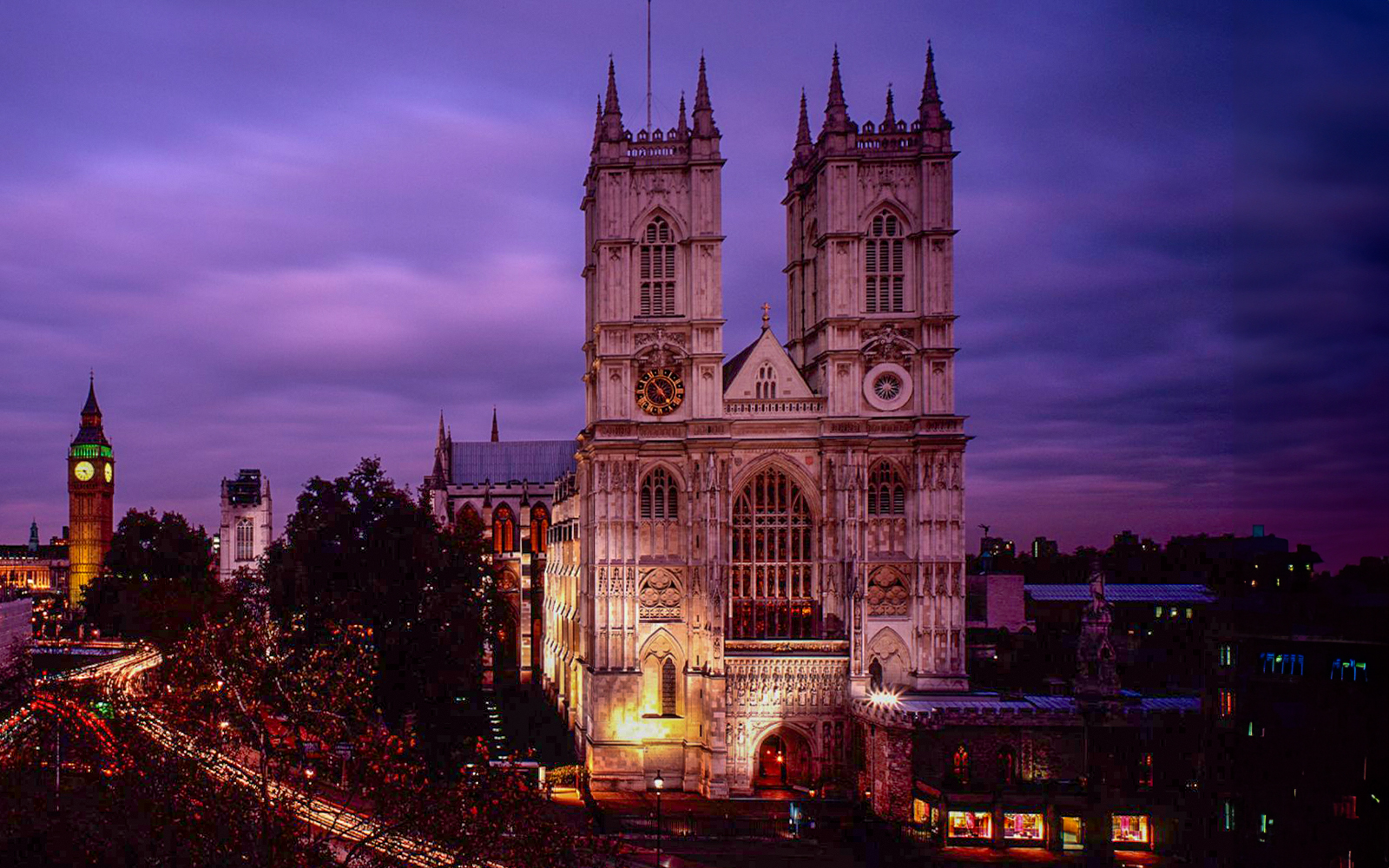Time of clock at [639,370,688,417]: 10:23
